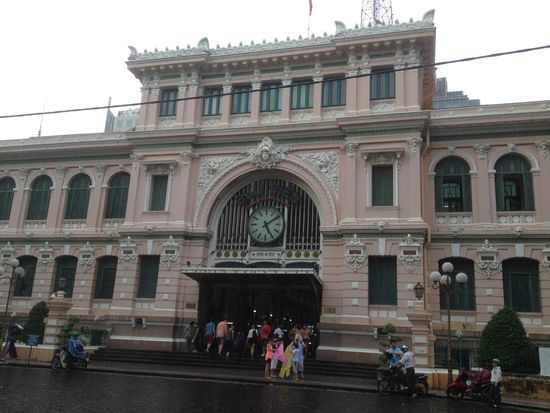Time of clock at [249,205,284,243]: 5:09
